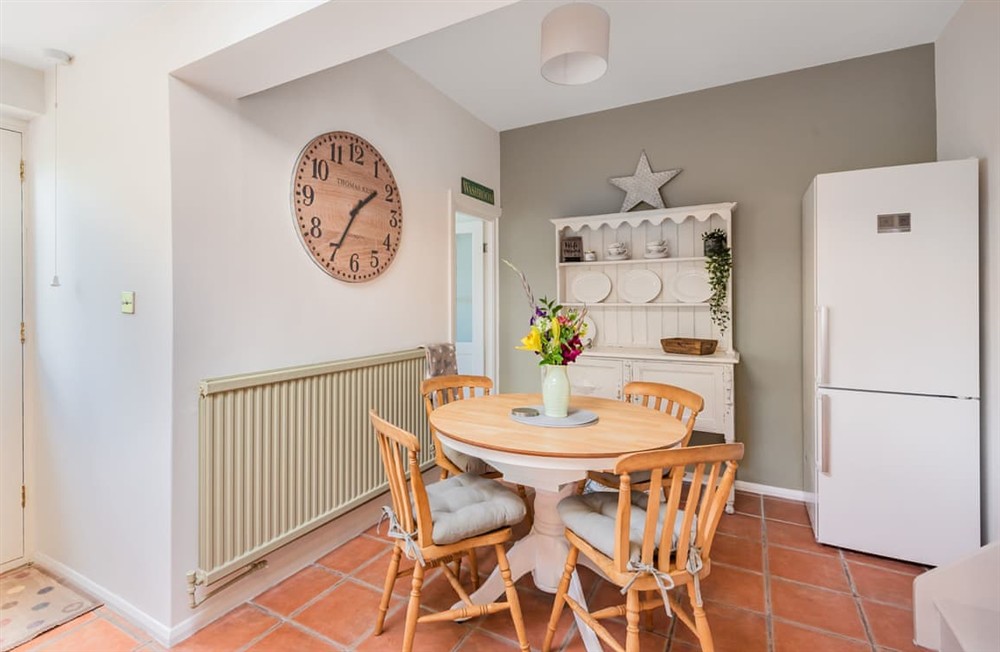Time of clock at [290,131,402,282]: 1:34
